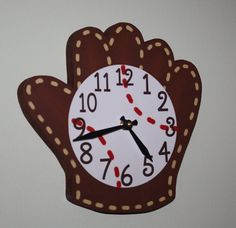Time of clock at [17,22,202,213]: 4:42
